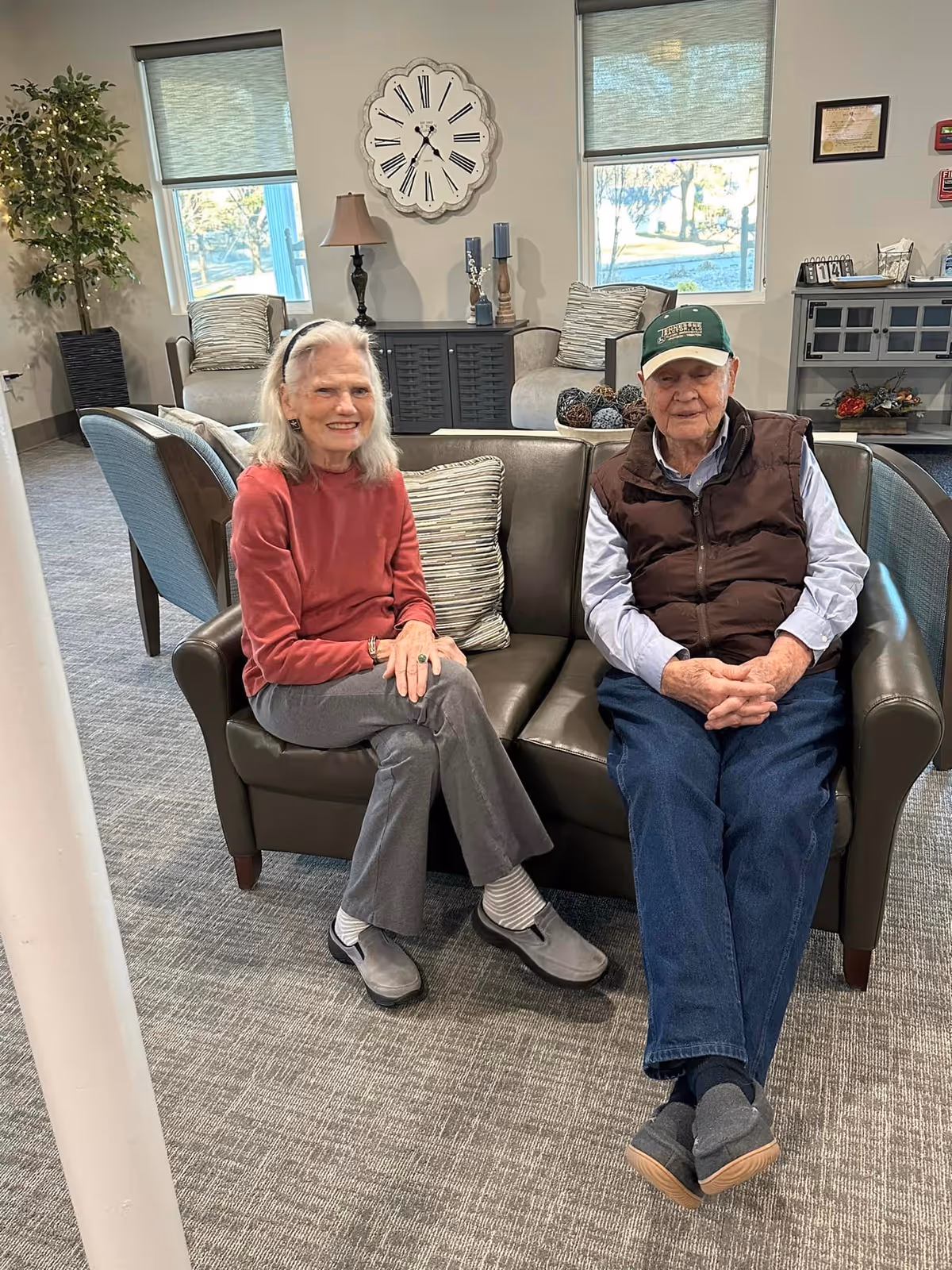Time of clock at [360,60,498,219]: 4:36
